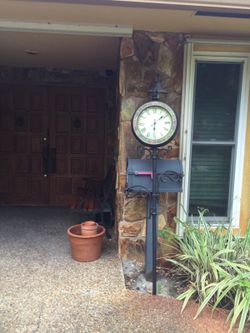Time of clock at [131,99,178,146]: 6:08
